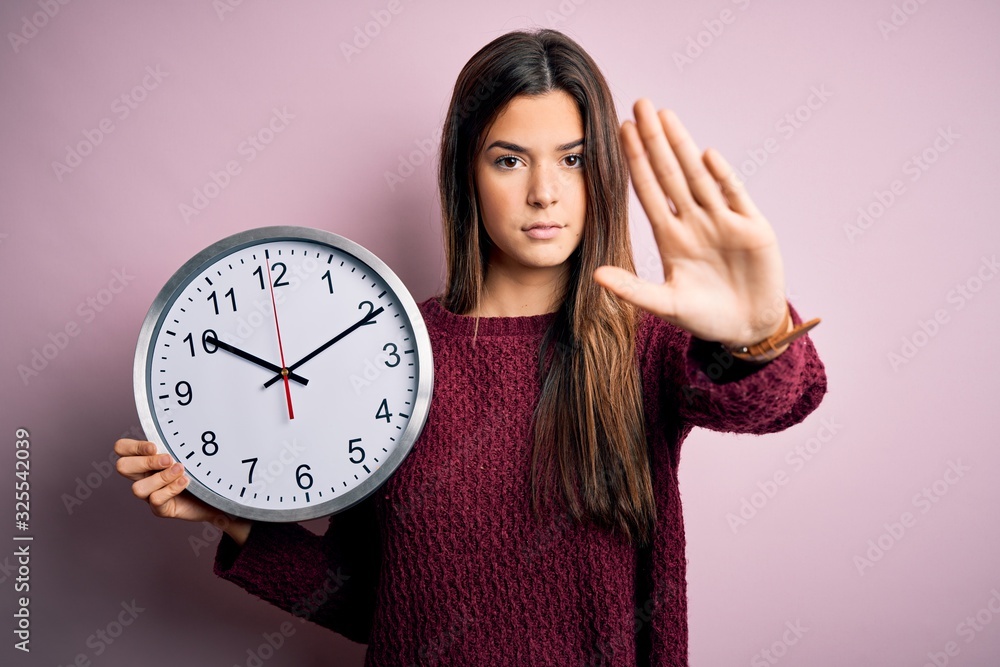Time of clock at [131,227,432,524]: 10:10
